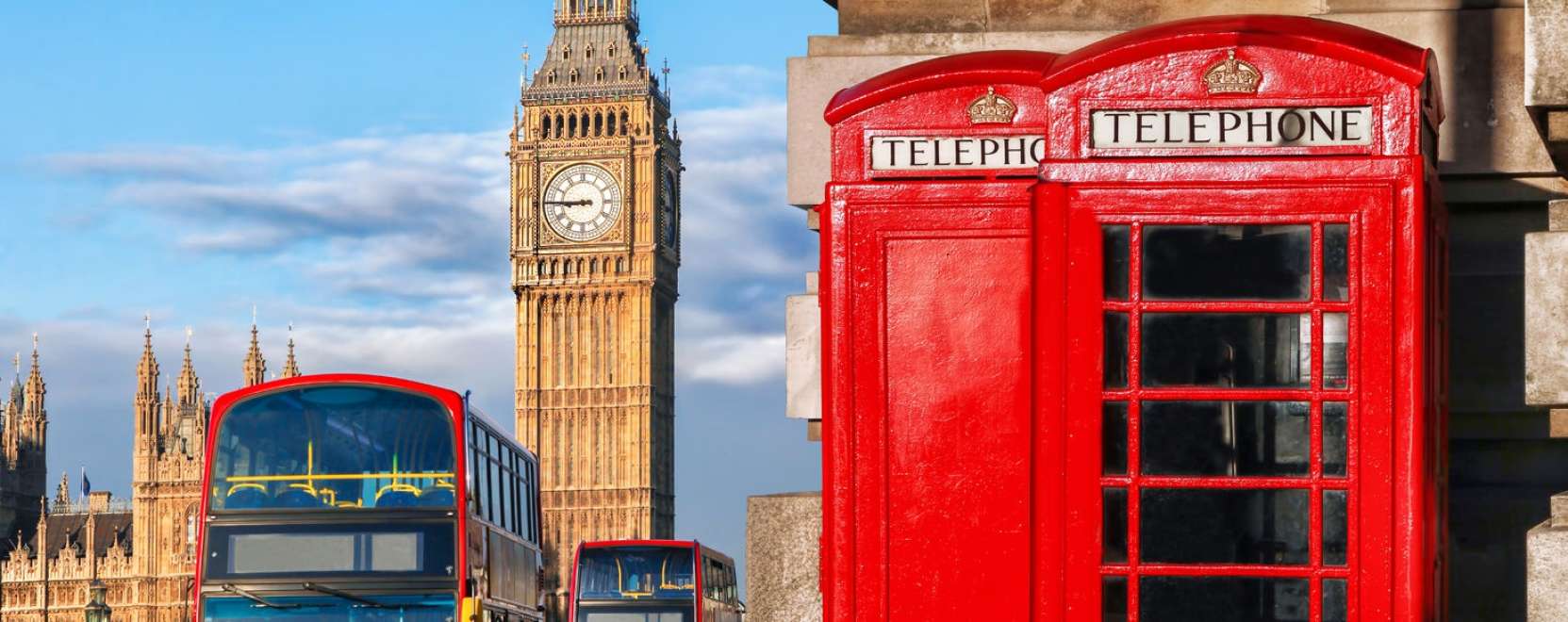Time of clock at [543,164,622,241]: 8:45
